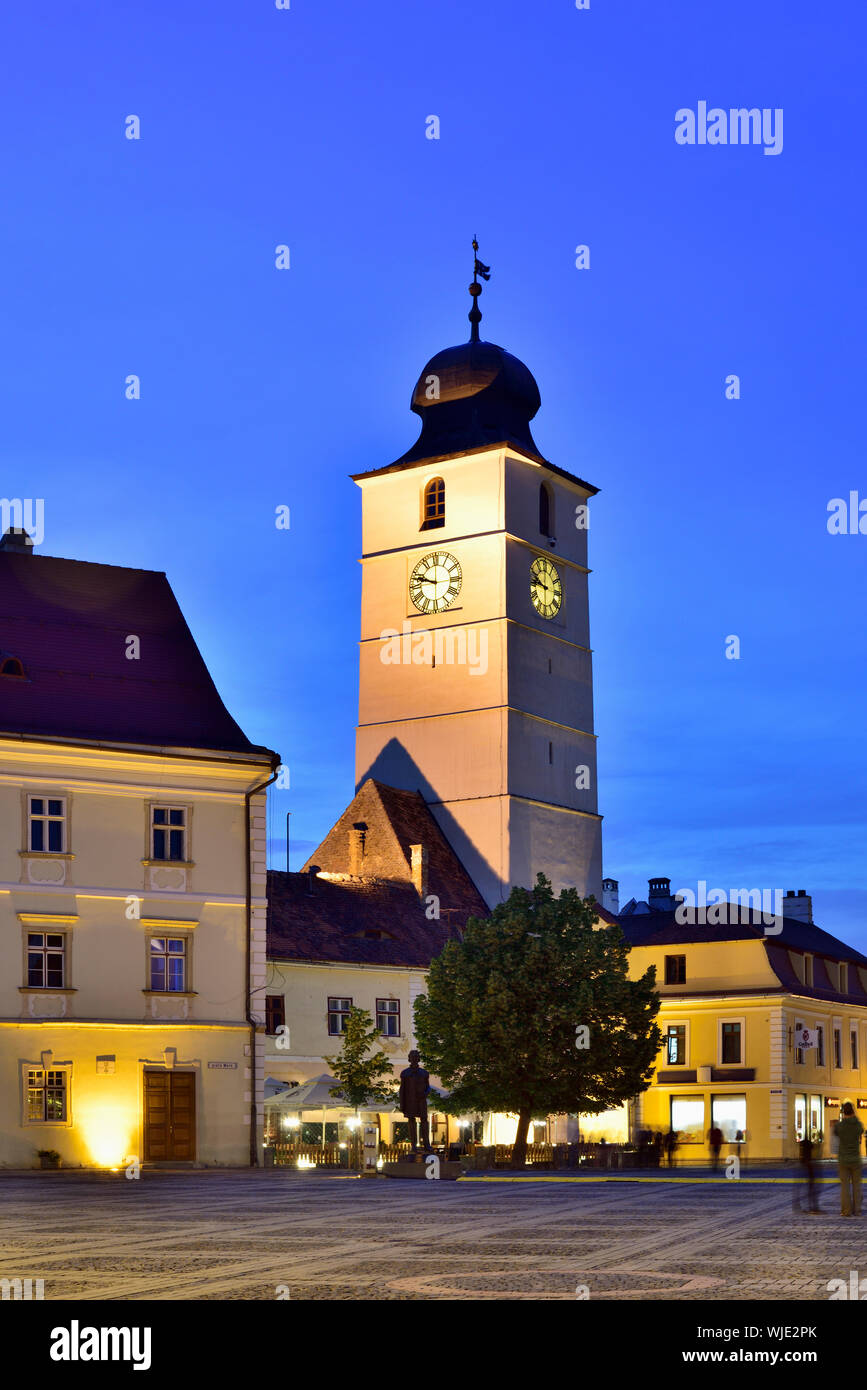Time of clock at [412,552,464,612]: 9:47
